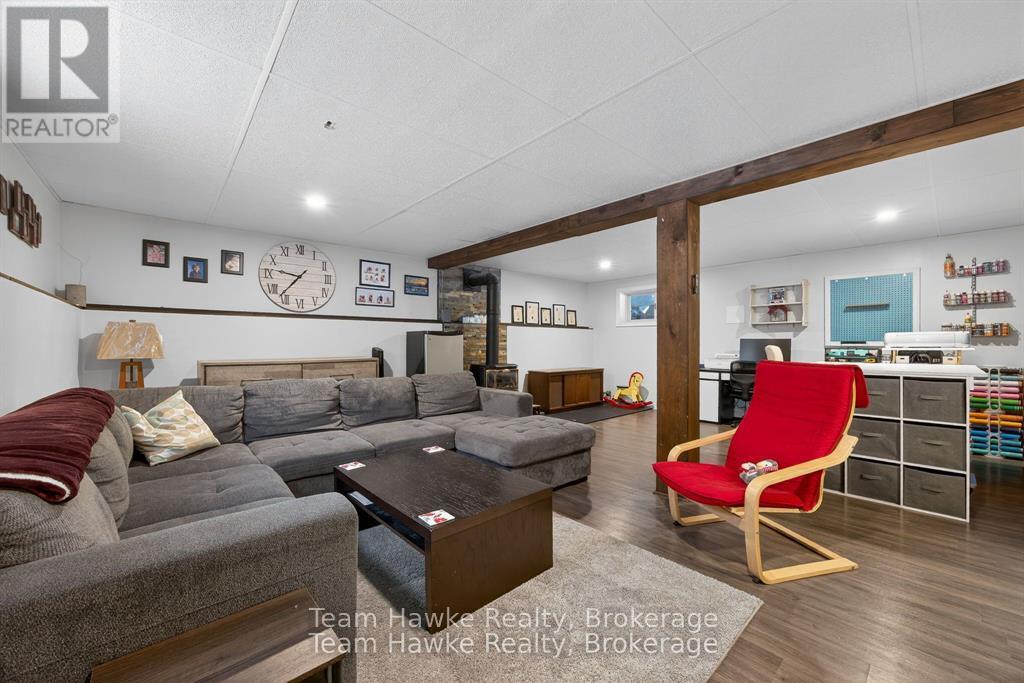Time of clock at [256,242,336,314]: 9:36
